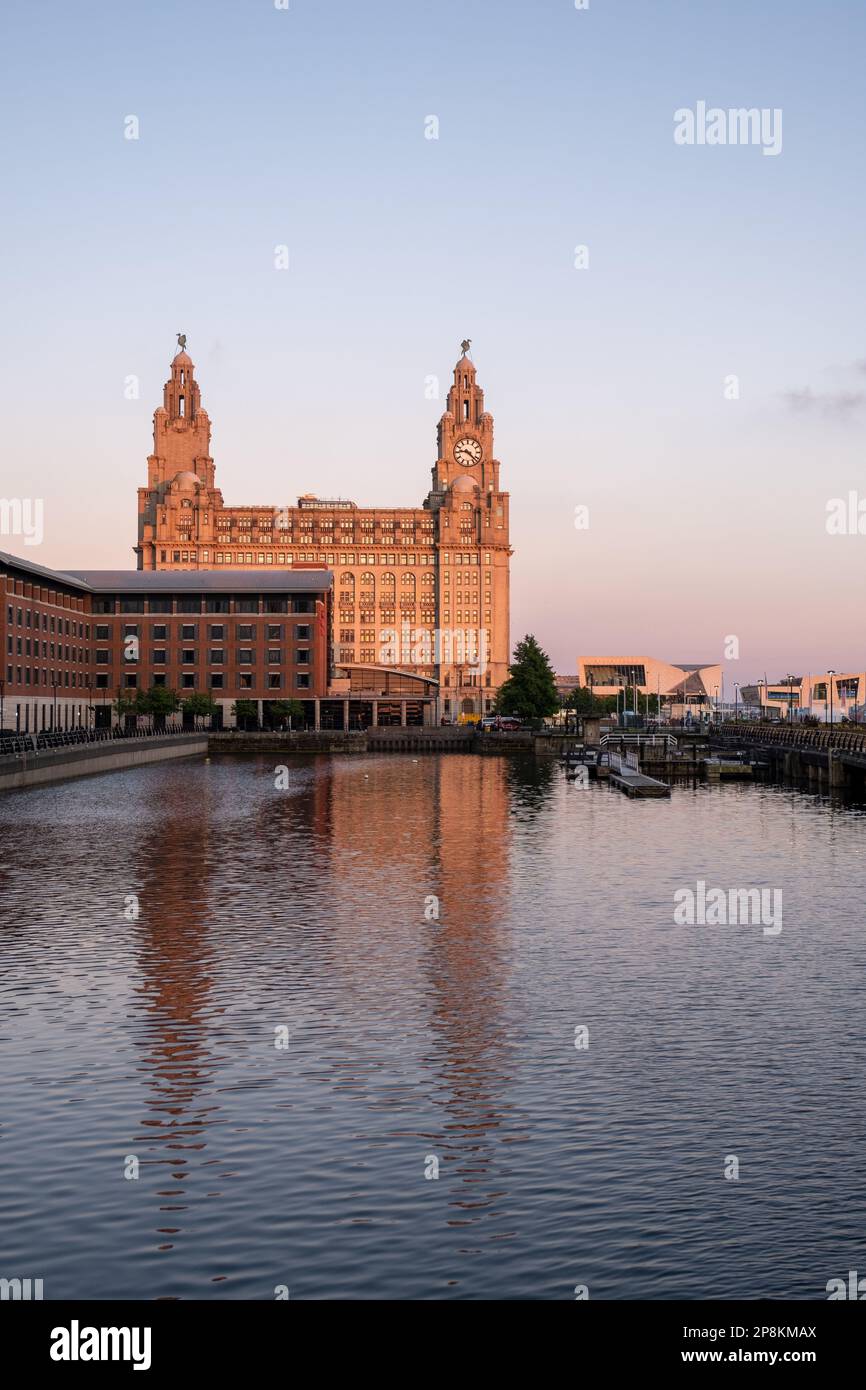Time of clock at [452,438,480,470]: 9:22
